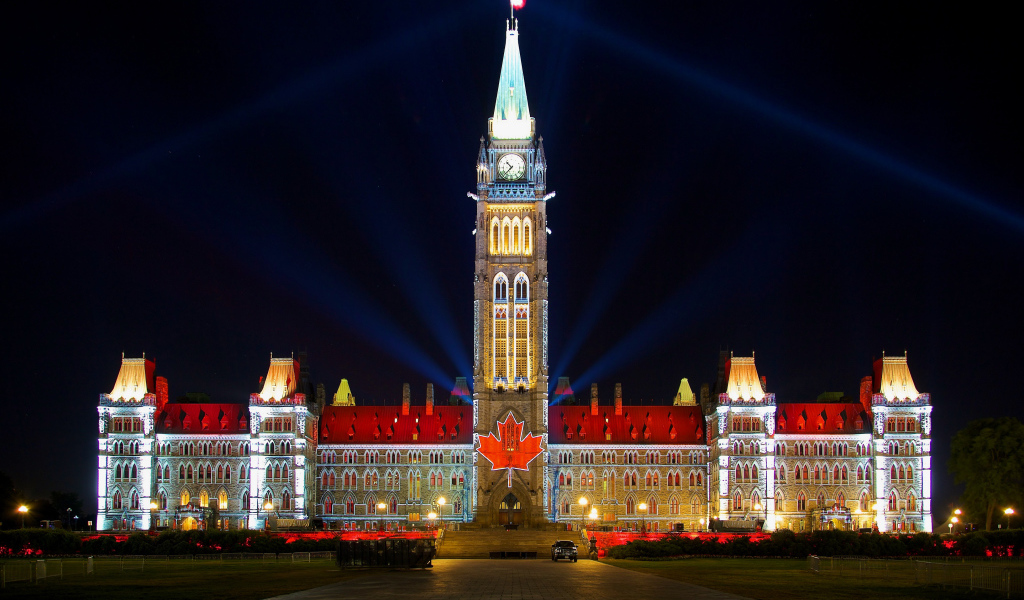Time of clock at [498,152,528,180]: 10:37
